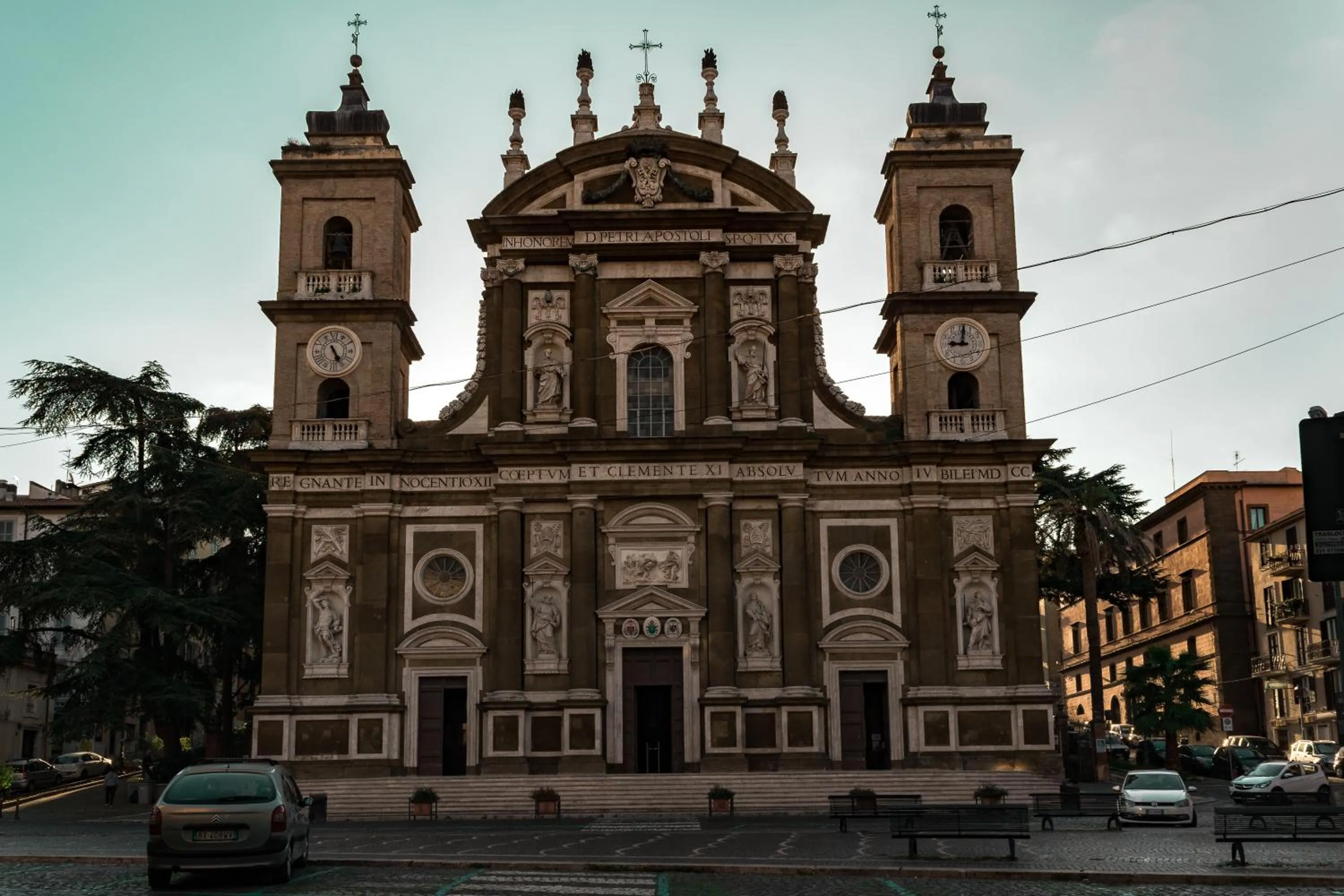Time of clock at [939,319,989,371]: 9:01
